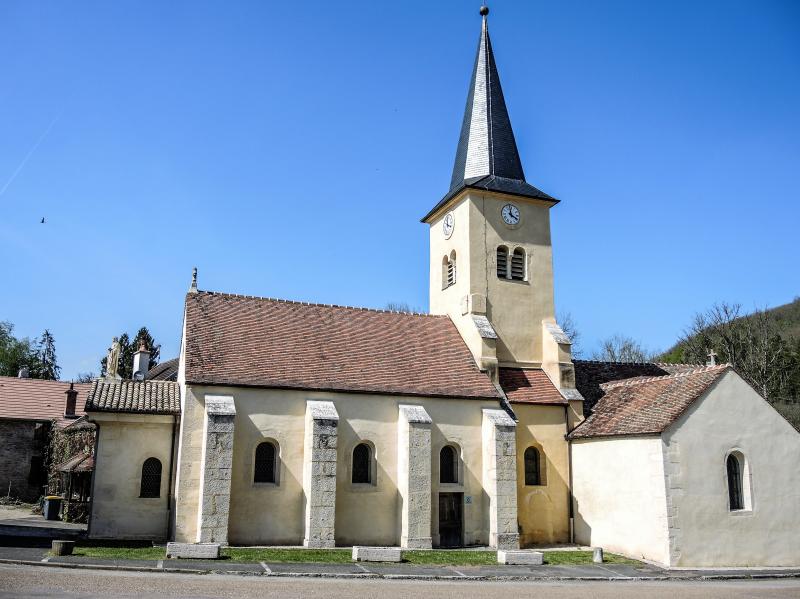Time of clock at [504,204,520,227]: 3:58
